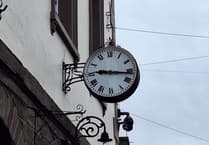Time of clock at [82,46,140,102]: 9:16
